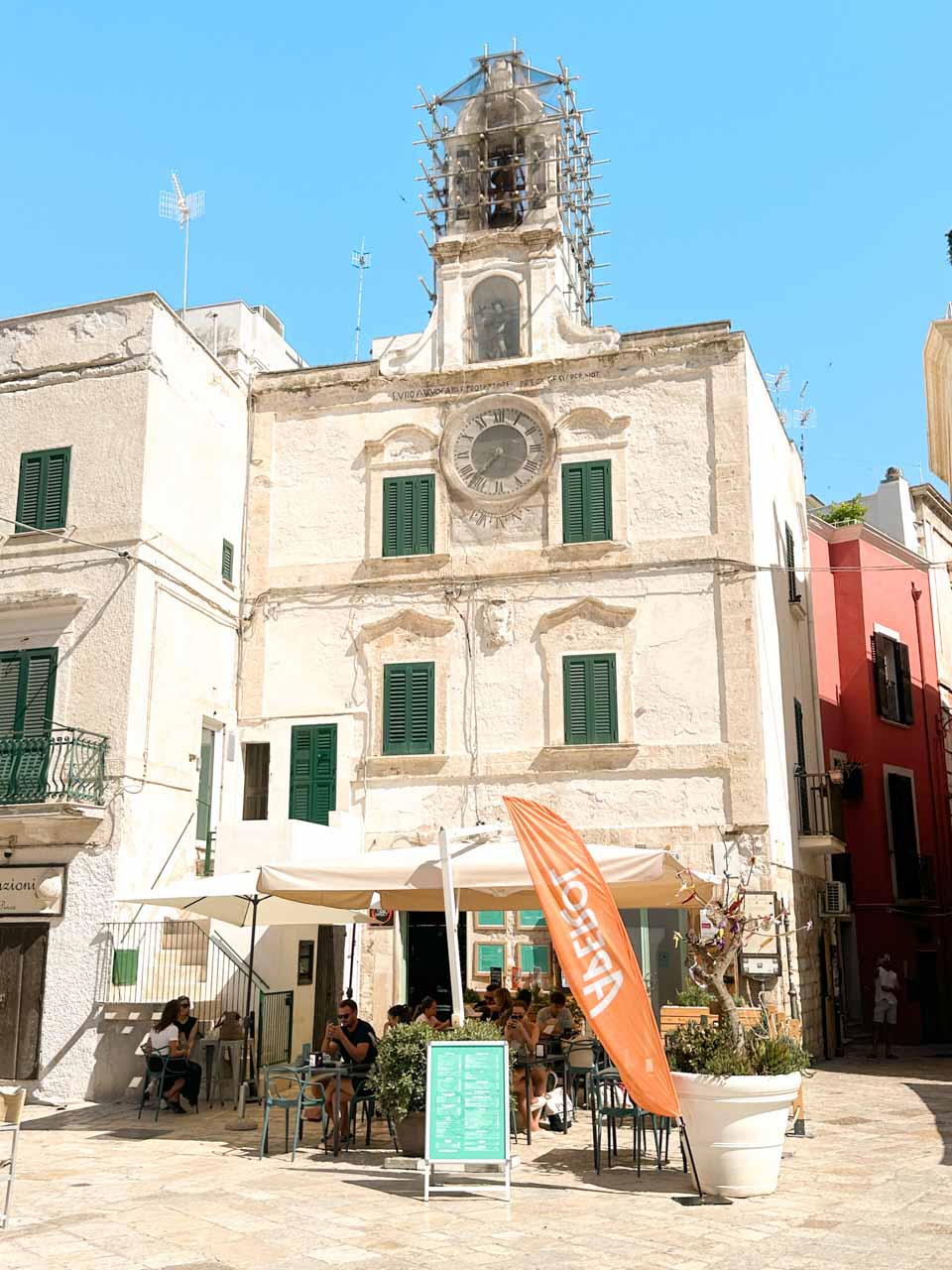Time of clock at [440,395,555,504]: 7:37
